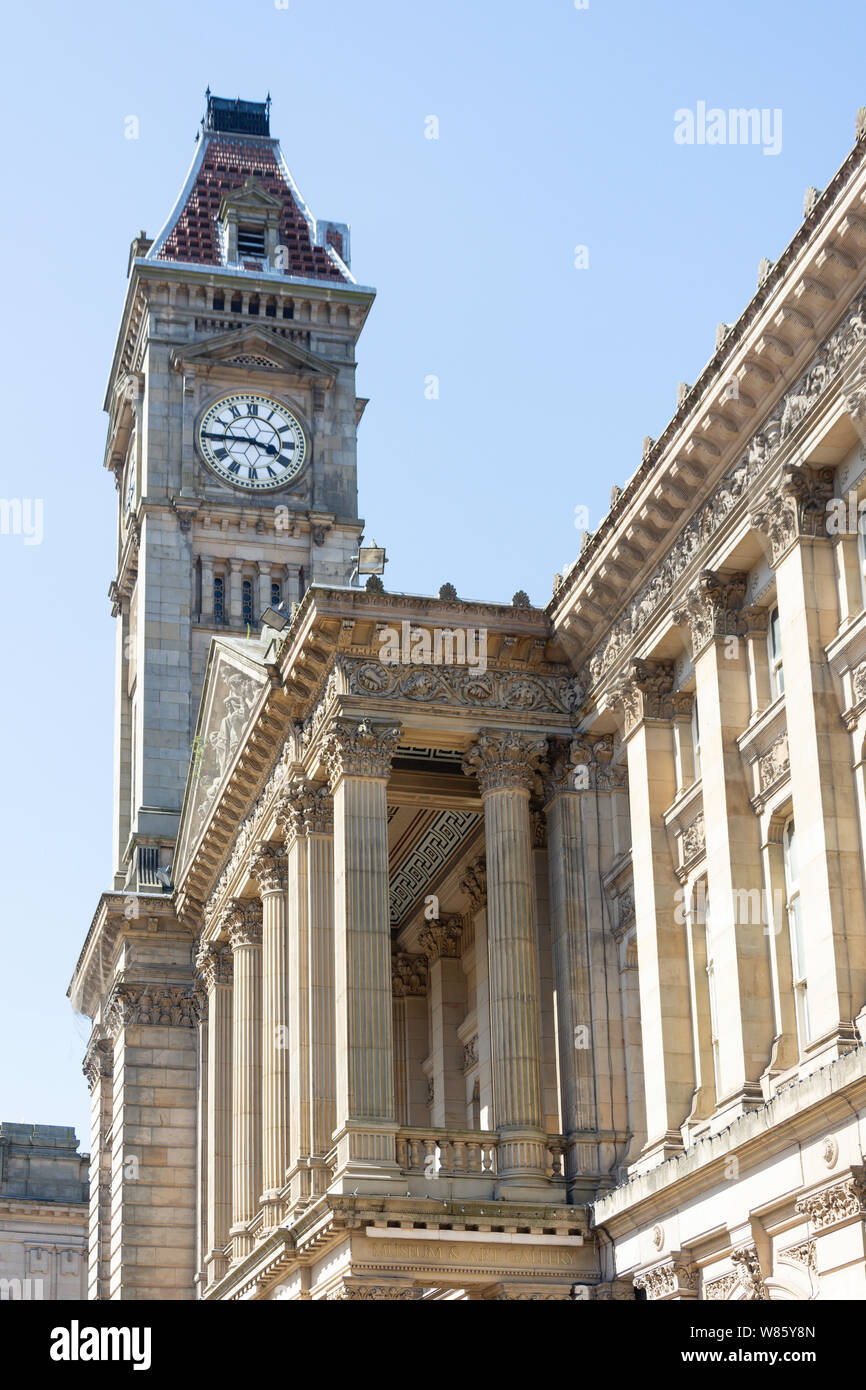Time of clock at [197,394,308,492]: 3:45
